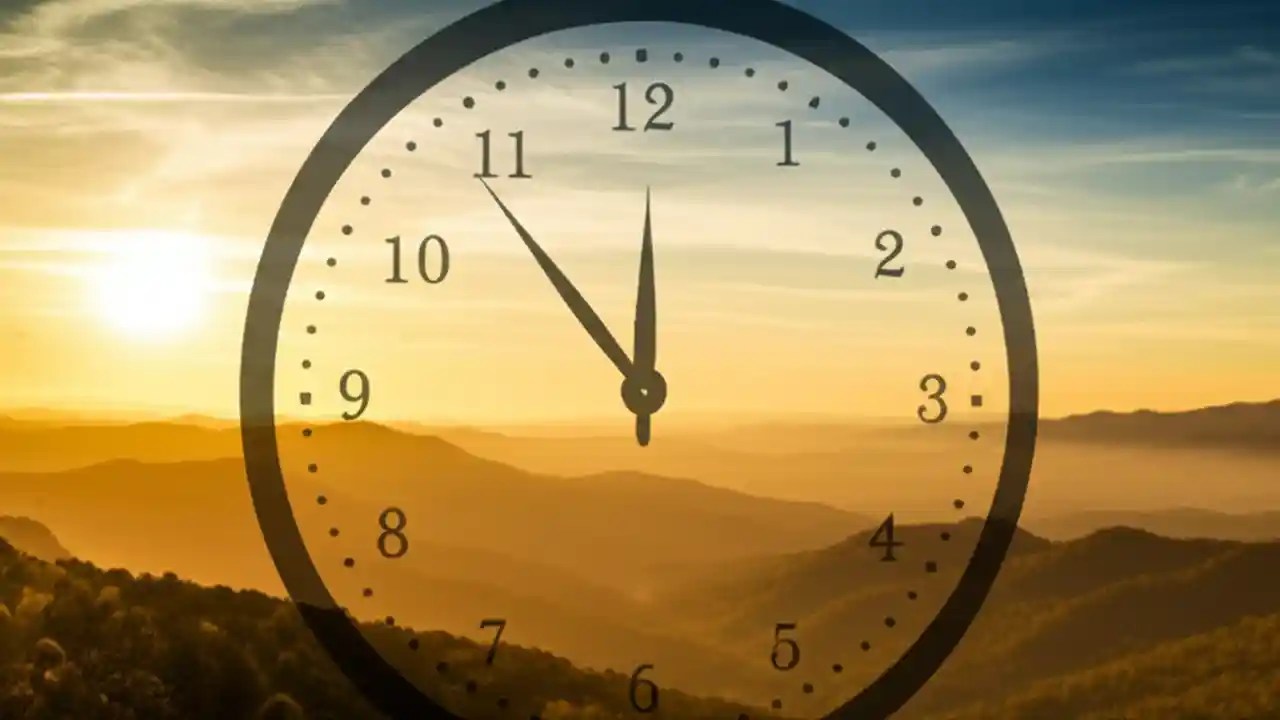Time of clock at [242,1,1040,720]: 11:53
